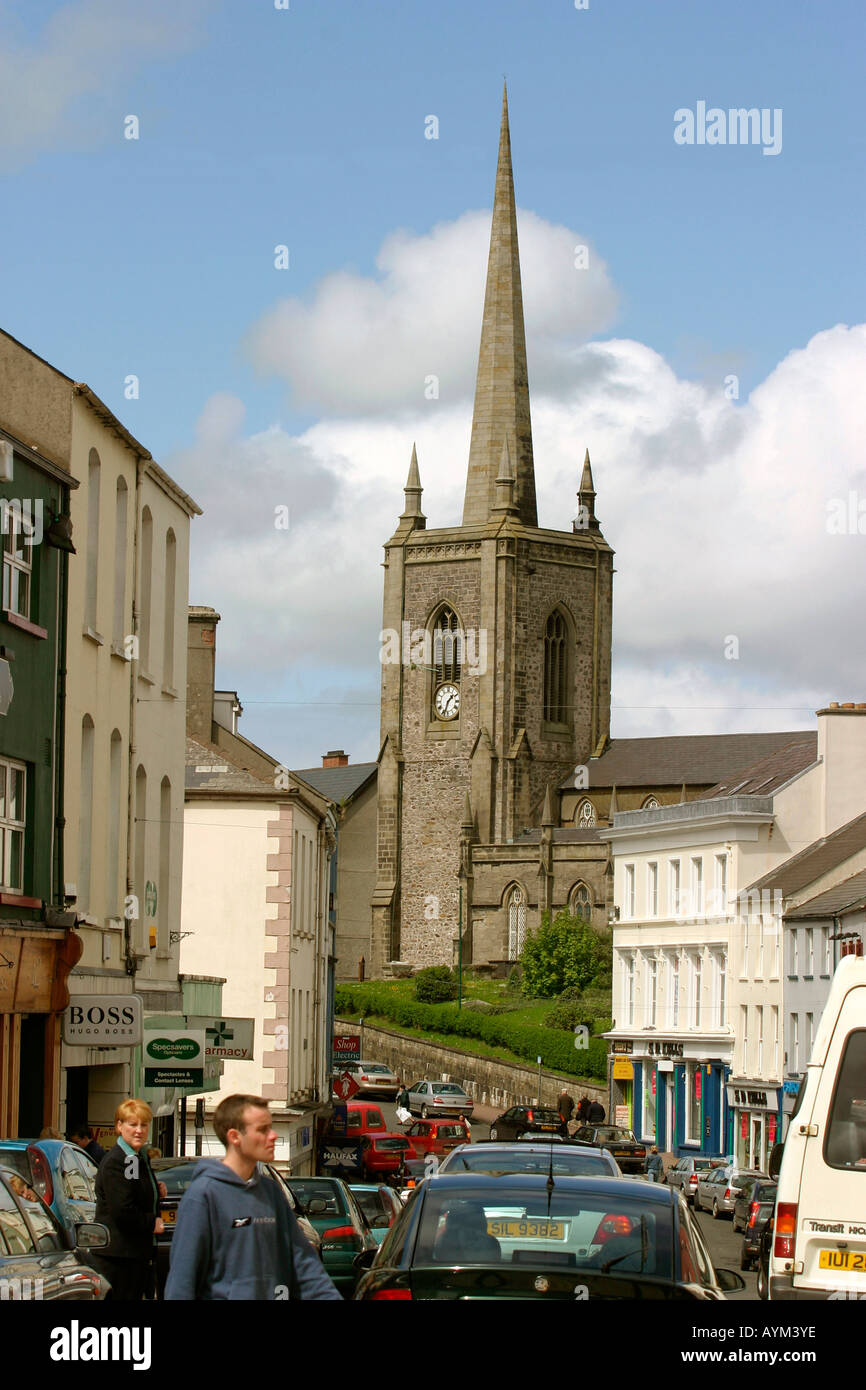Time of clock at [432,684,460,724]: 1:33
